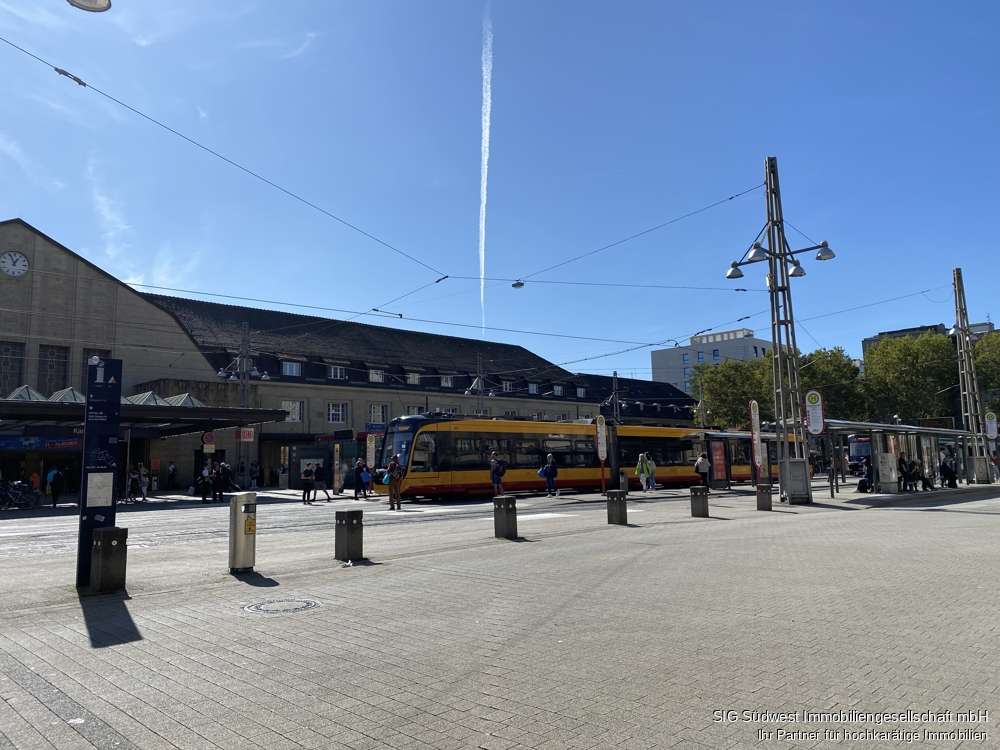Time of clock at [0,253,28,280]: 12:55
